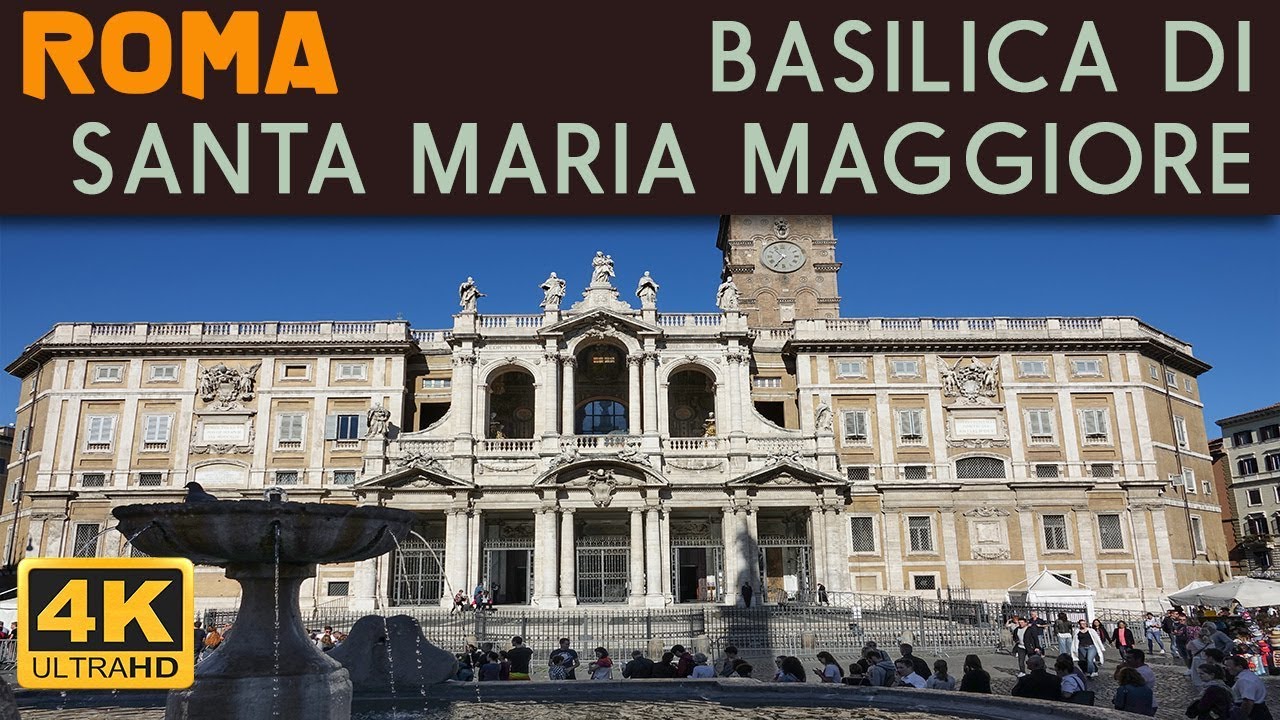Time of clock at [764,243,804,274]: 10:35
